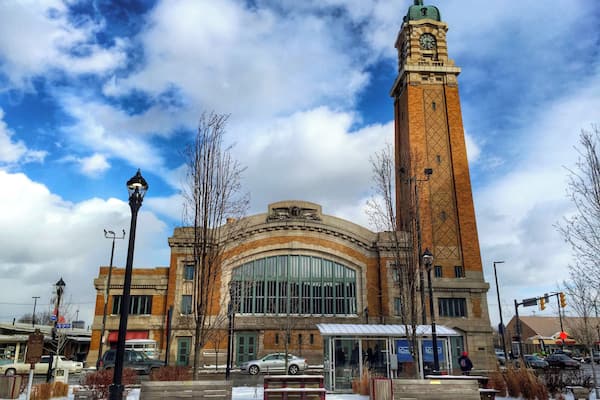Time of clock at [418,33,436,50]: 6:15
